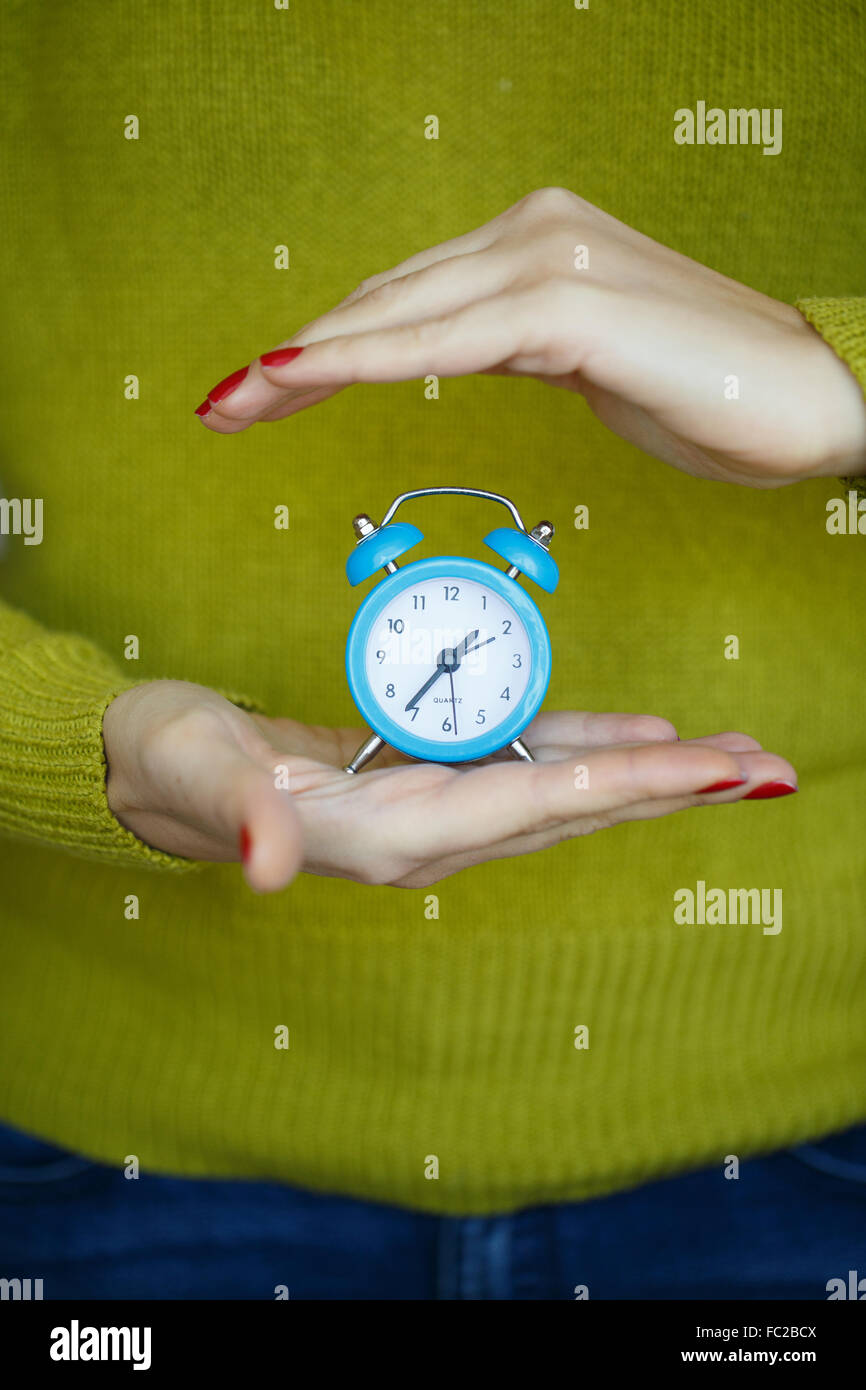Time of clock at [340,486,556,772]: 1:36
